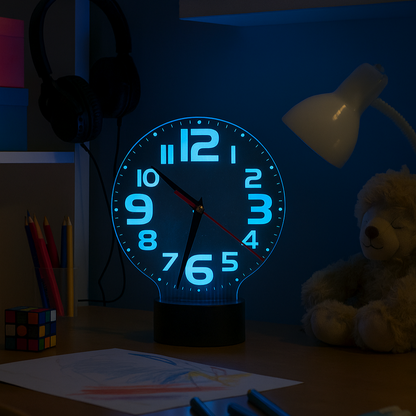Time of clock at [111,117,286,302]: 10:32
